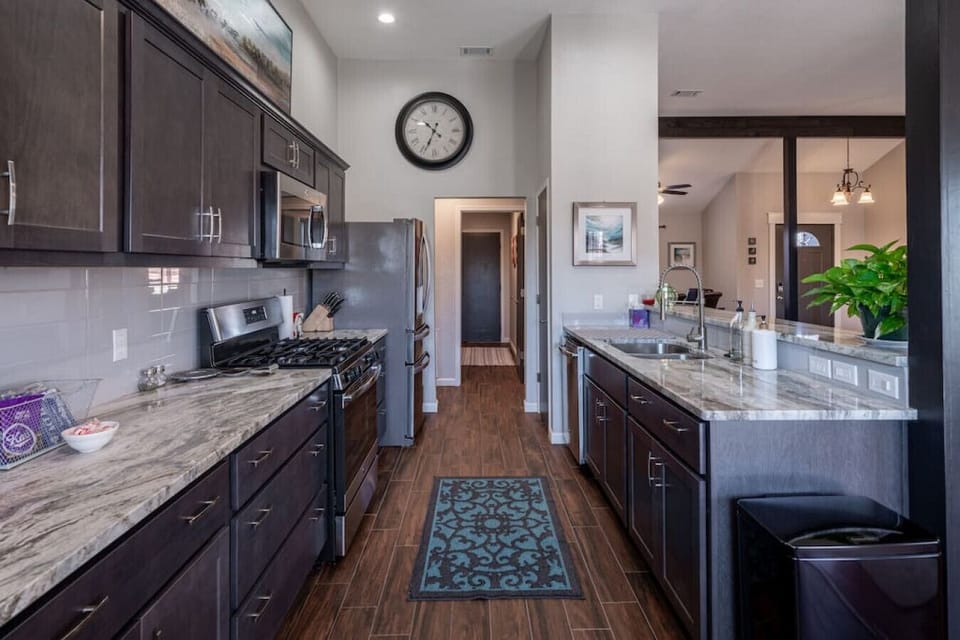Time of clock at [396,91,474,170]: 10:34
